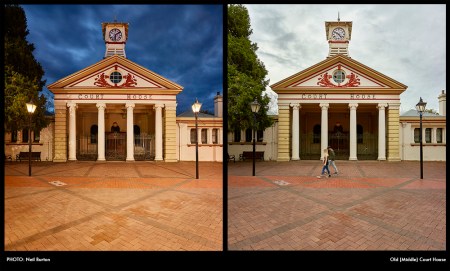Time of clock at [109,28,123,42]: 6:10
